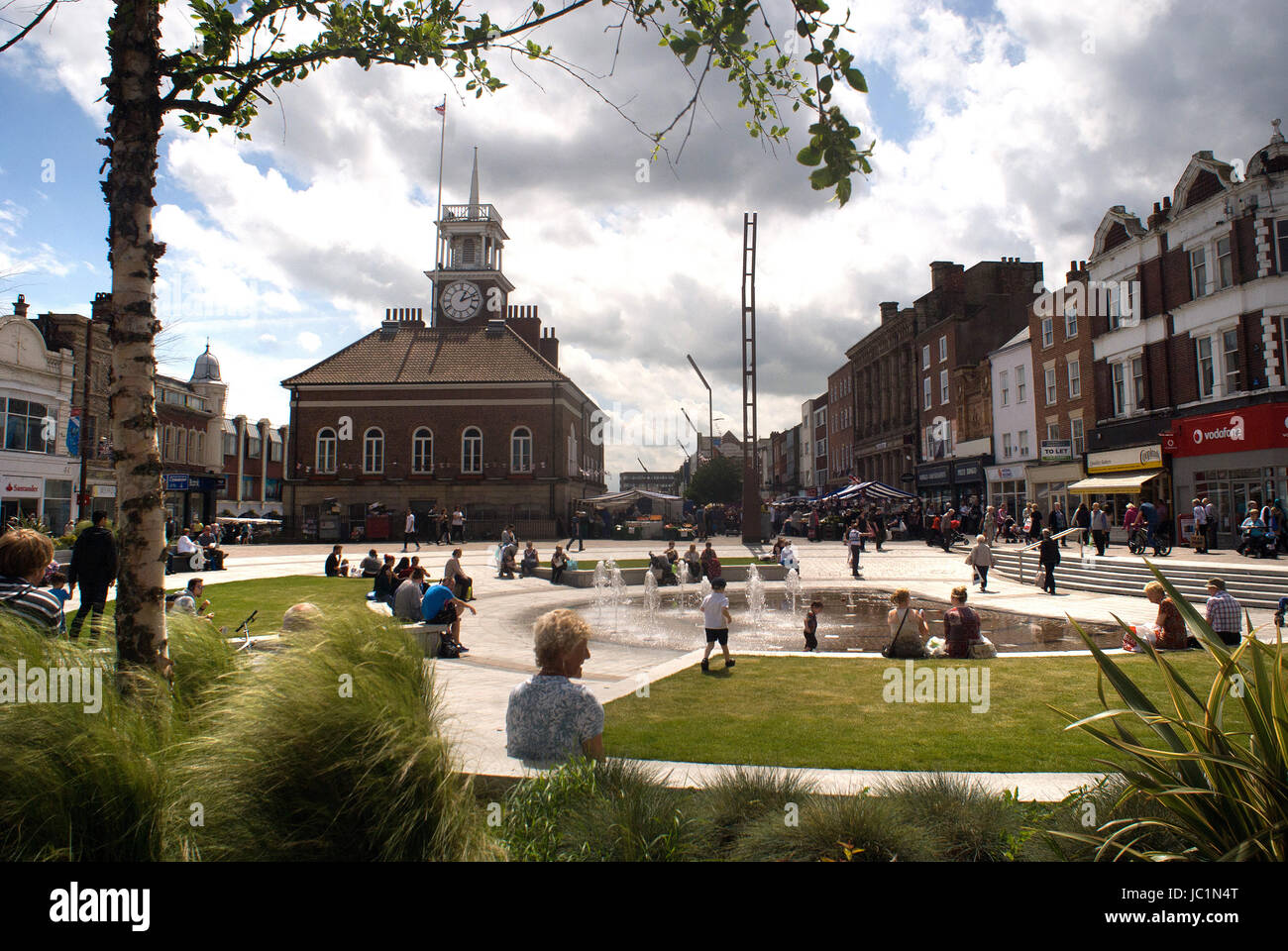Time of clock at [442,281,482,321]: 1:11
